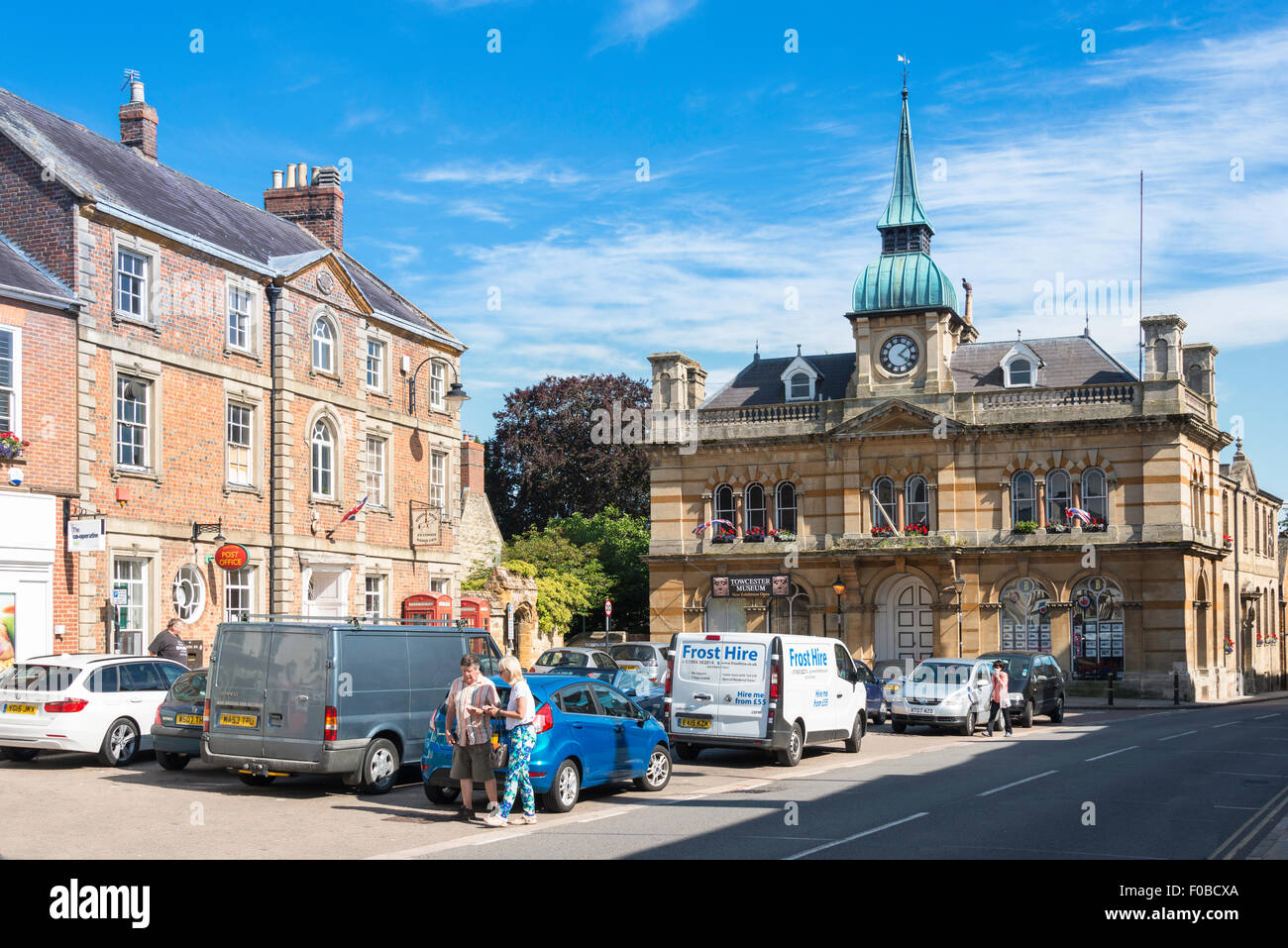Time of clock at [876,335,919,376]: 4:08
